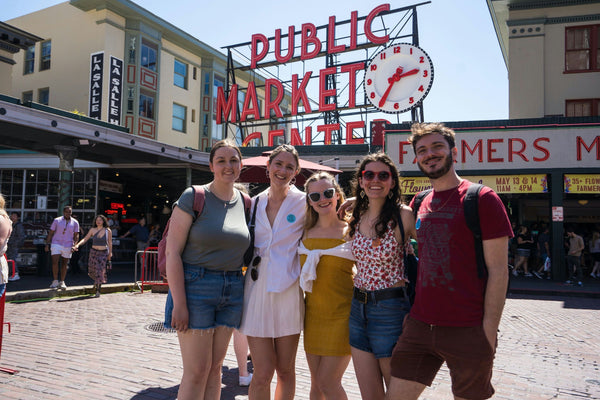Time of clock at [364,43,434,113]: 2:35
